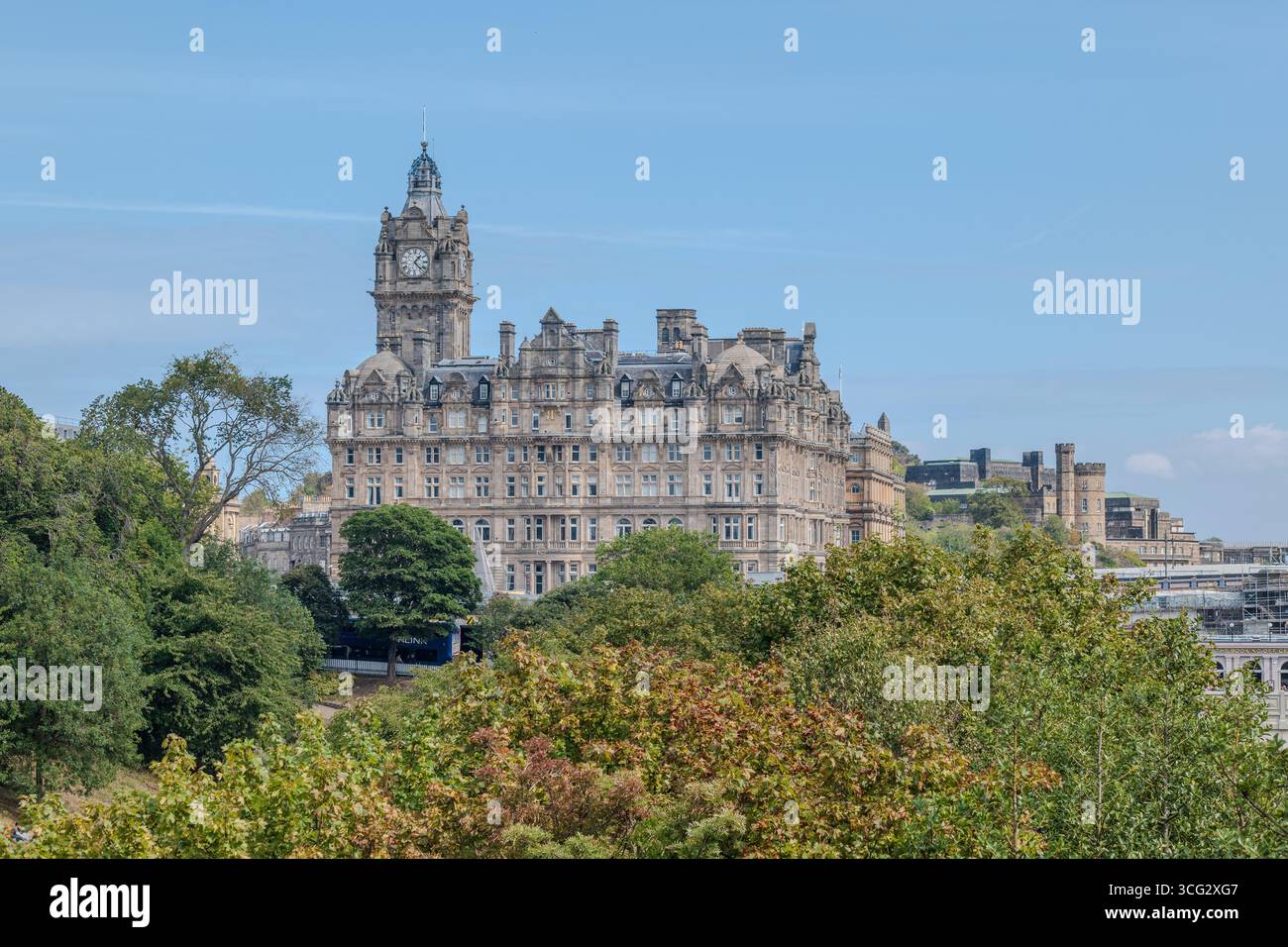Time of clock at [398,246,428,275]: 1:22
